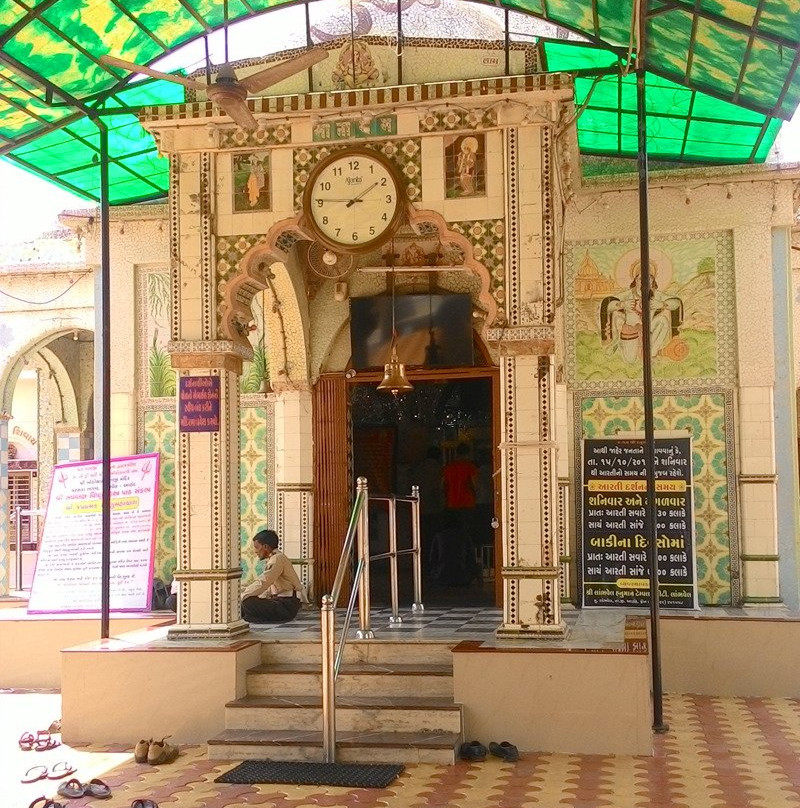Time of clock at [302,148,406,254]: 9:09
